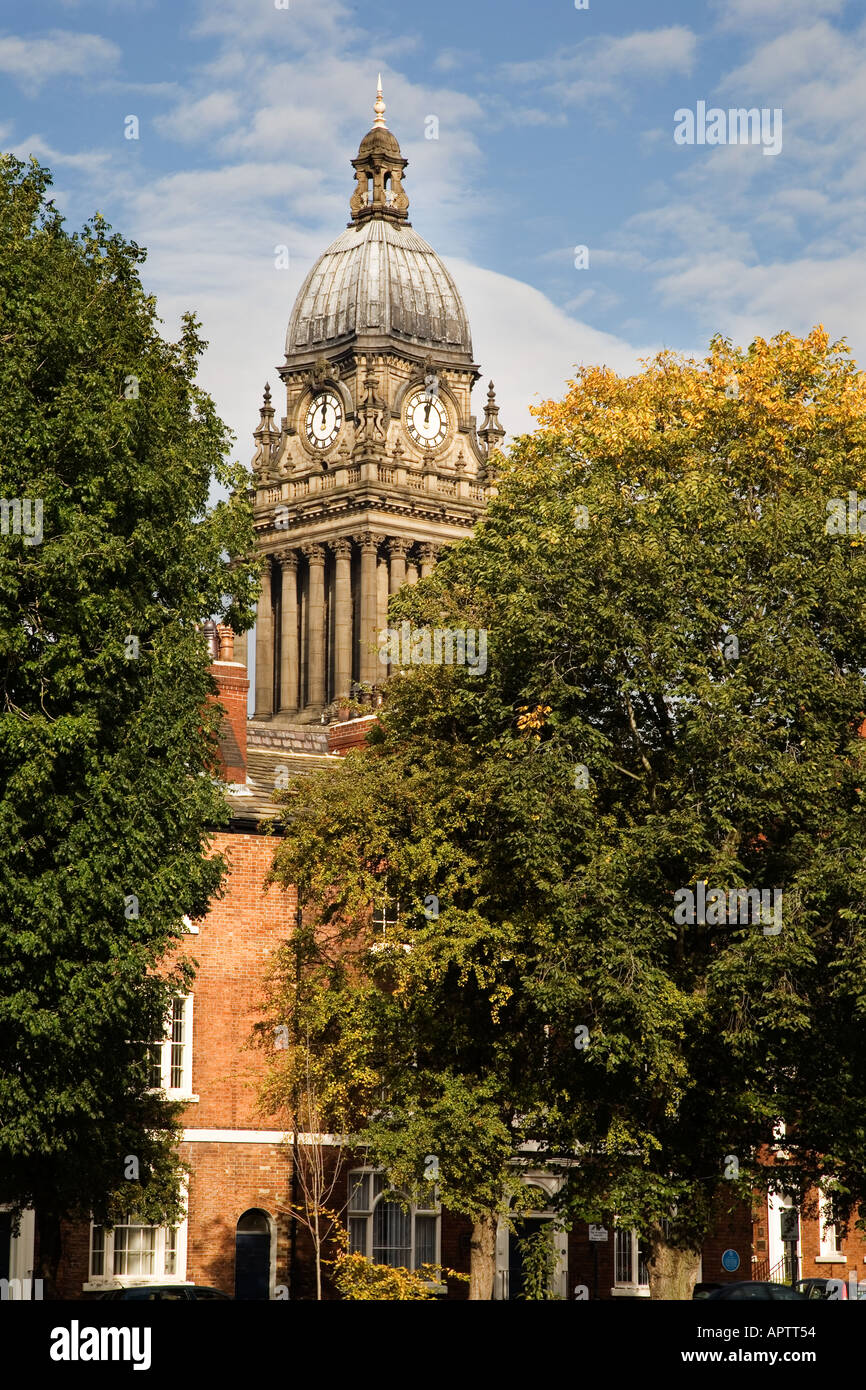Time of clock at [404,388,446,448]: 12:02
